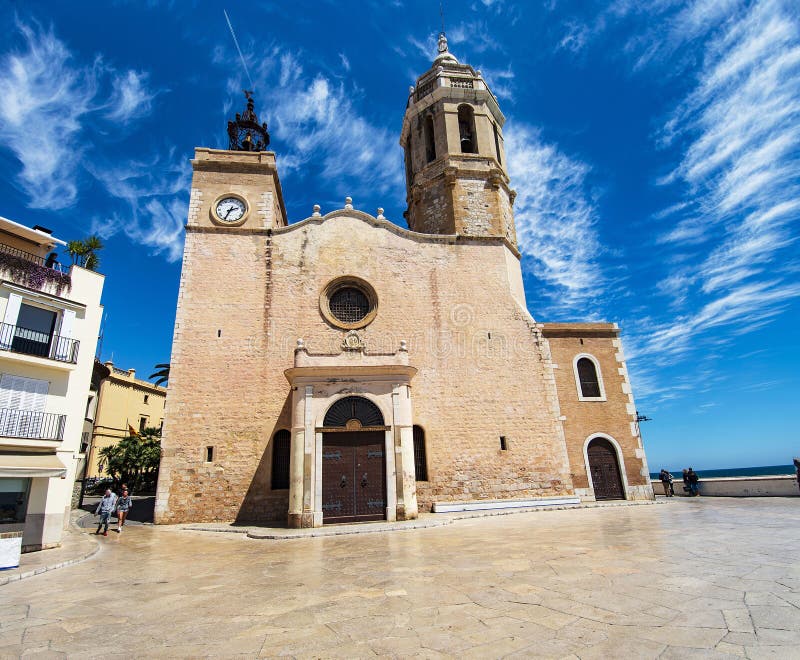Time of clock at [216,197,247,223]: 2:34
